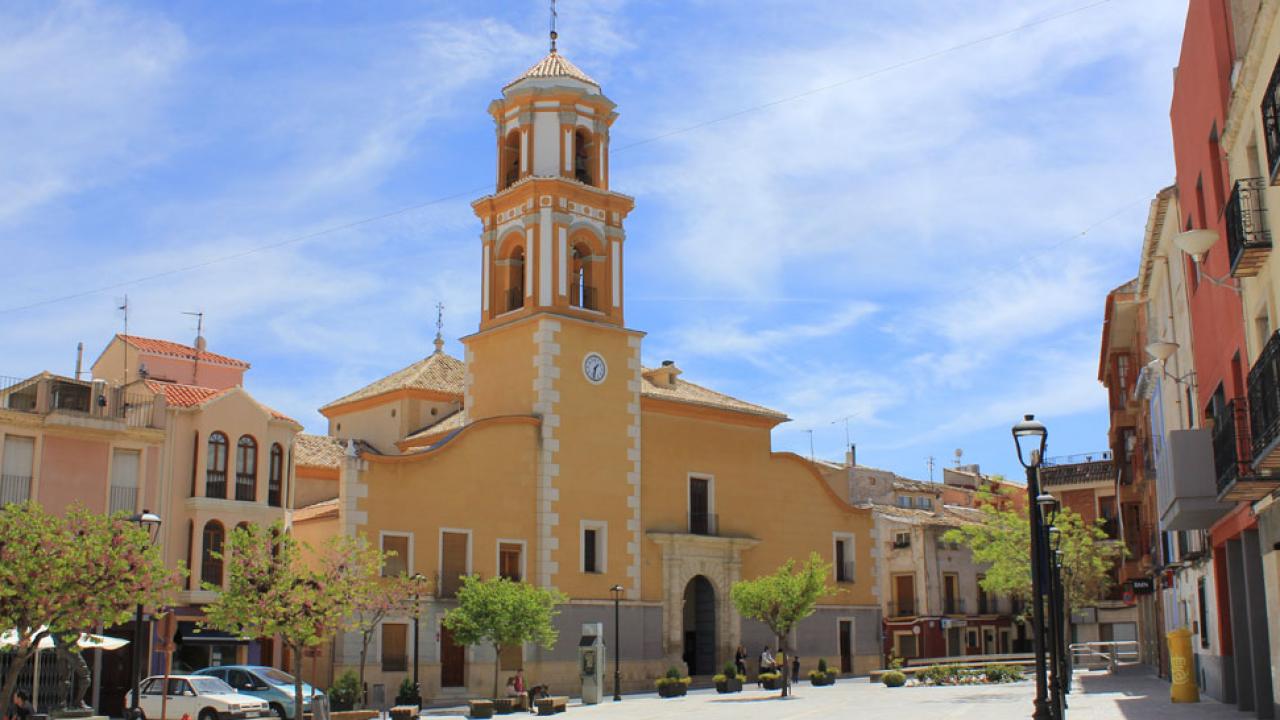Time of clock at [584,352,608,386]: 1:32
